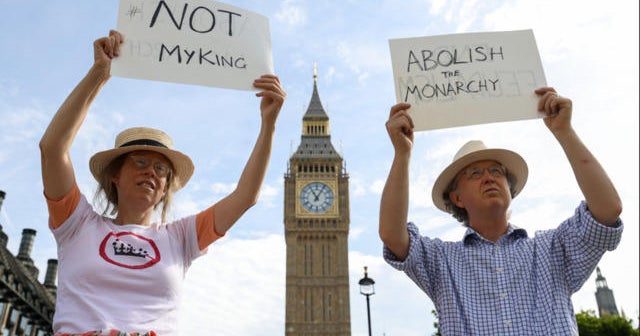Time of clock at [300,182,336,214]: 11:05
